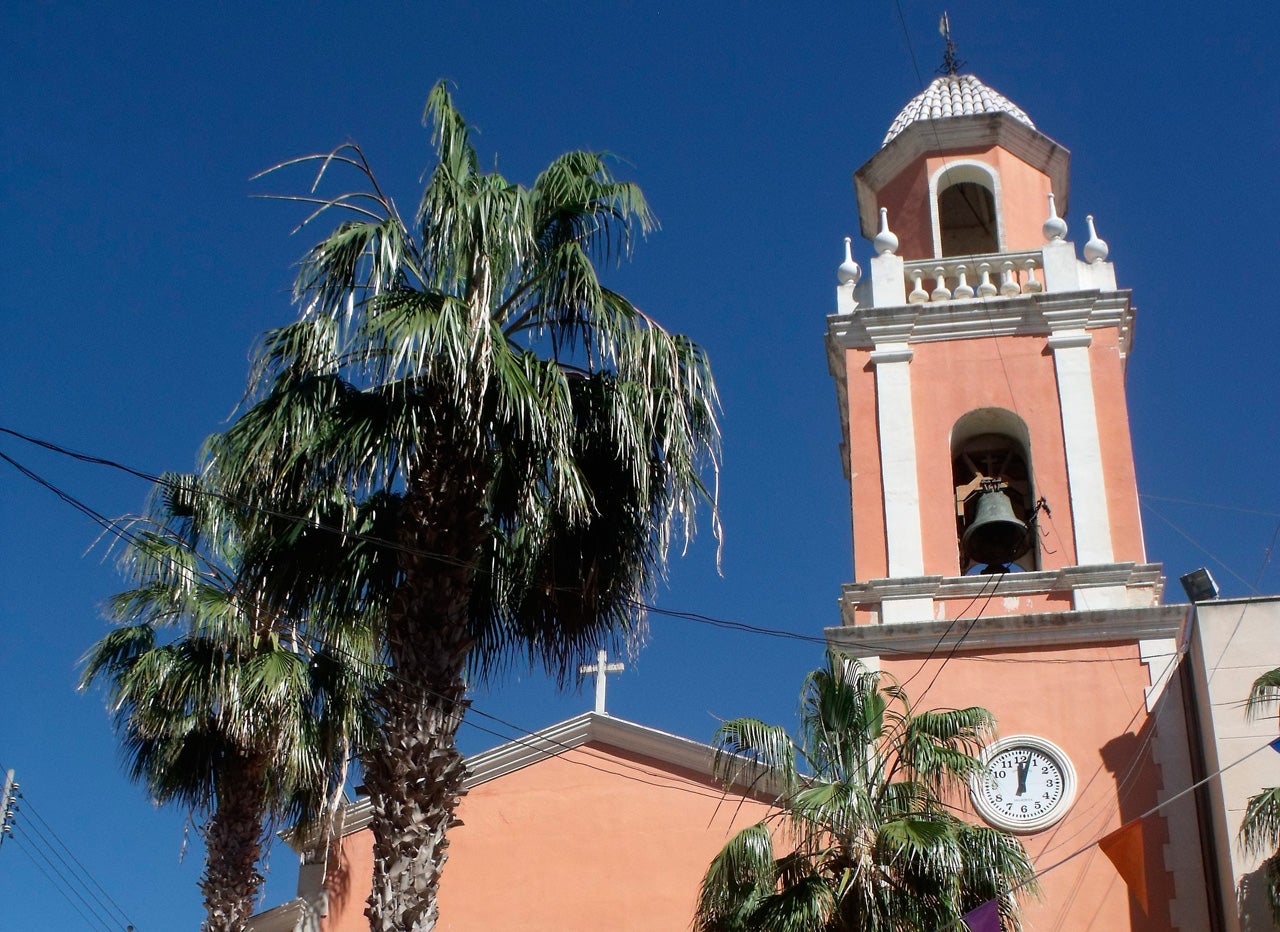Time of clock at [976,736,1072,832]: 12:02
